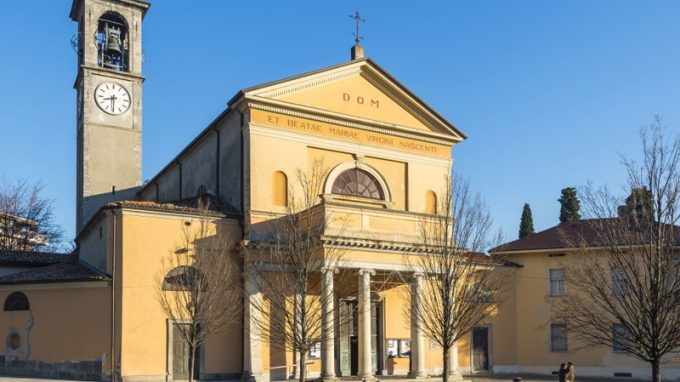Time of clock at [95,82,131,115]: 8:30
